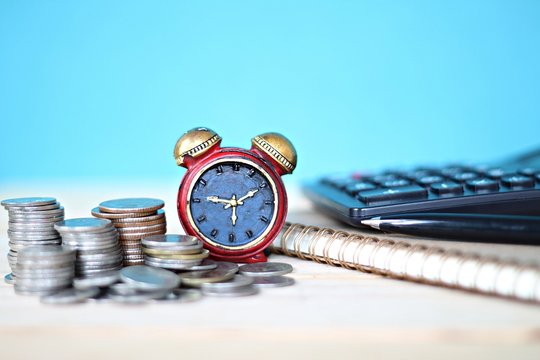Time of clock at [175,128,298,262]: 9:10
